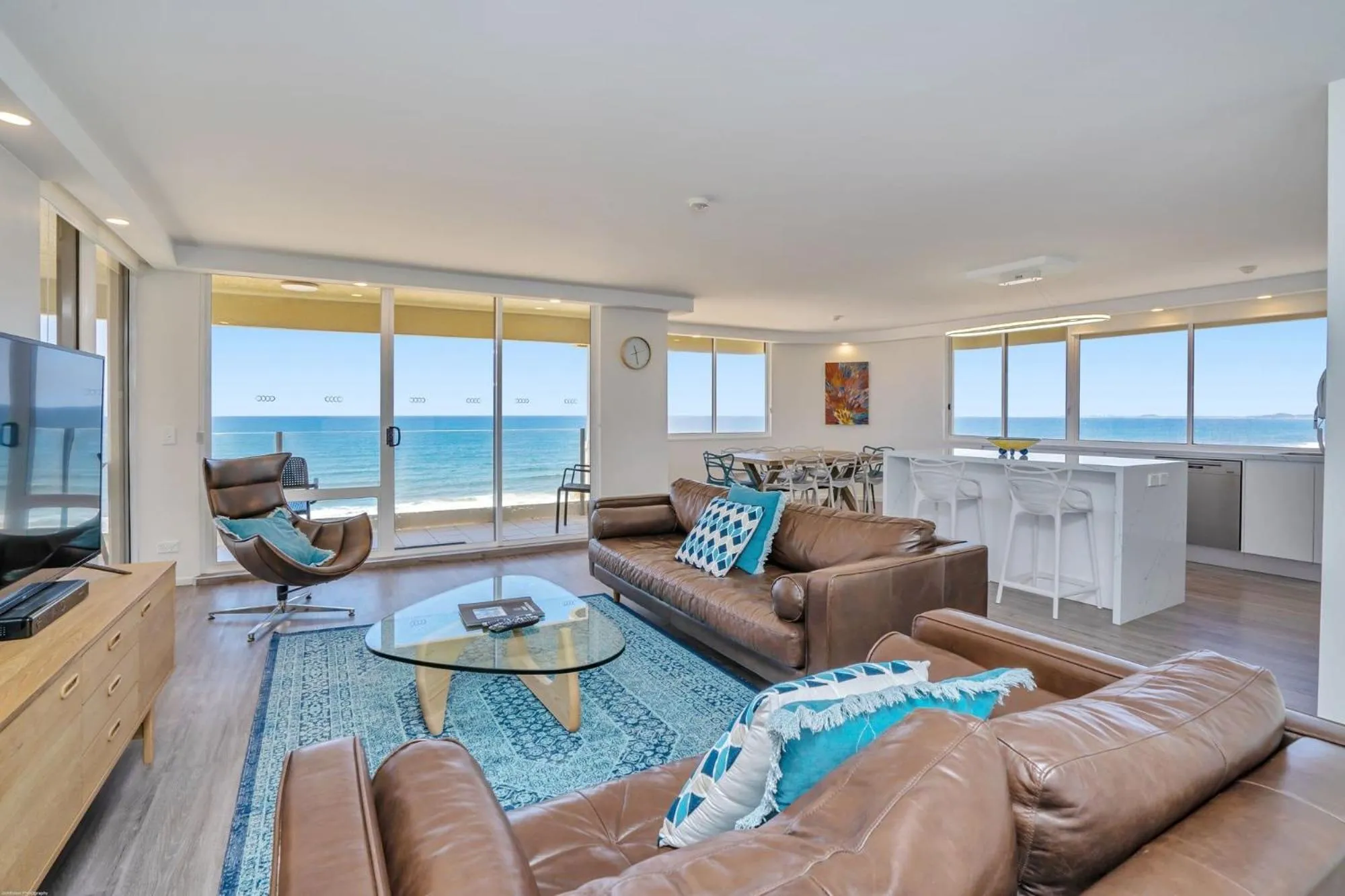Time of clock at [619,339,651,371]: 11:28
